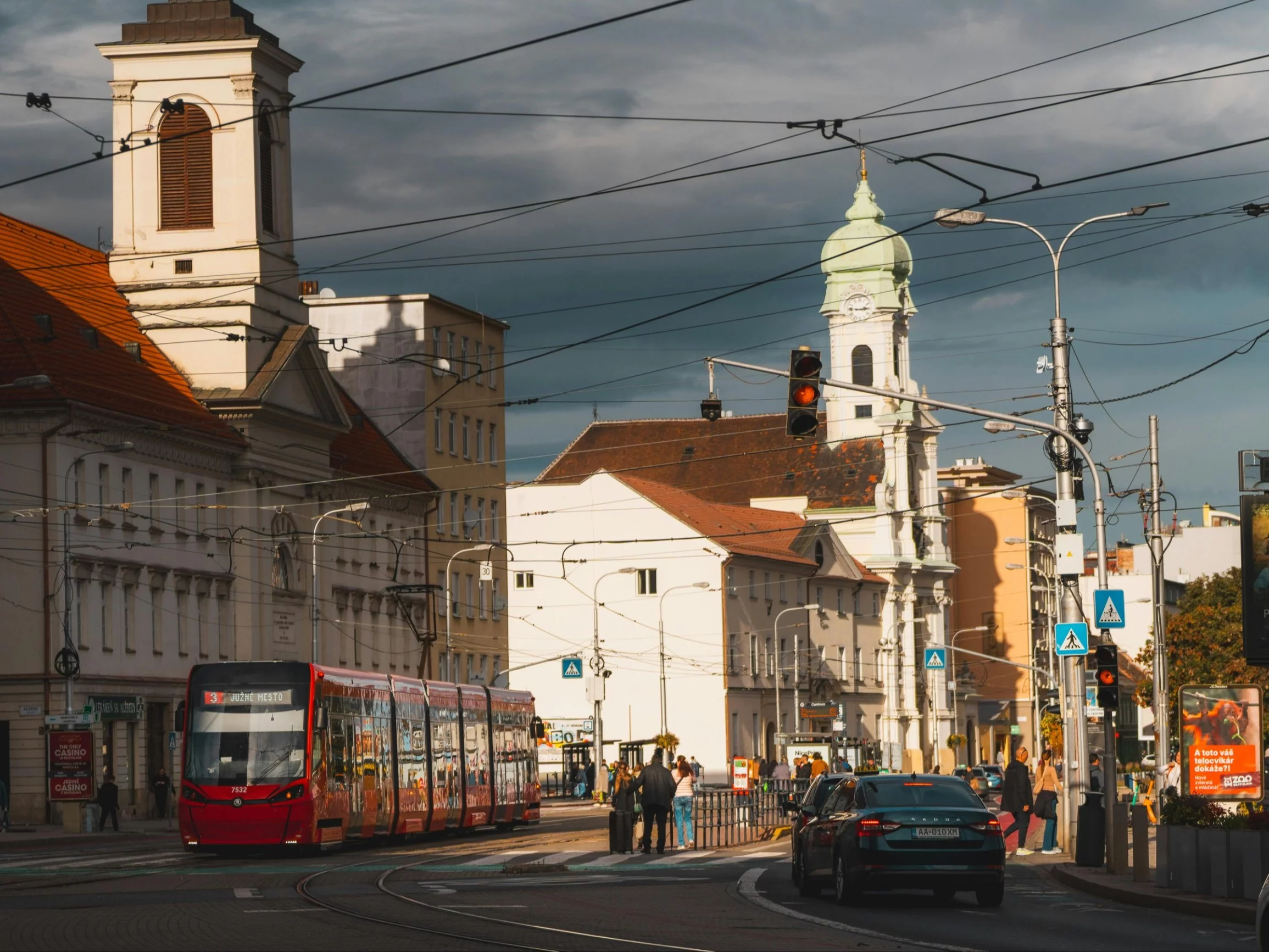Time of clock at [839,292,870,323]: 2:46
